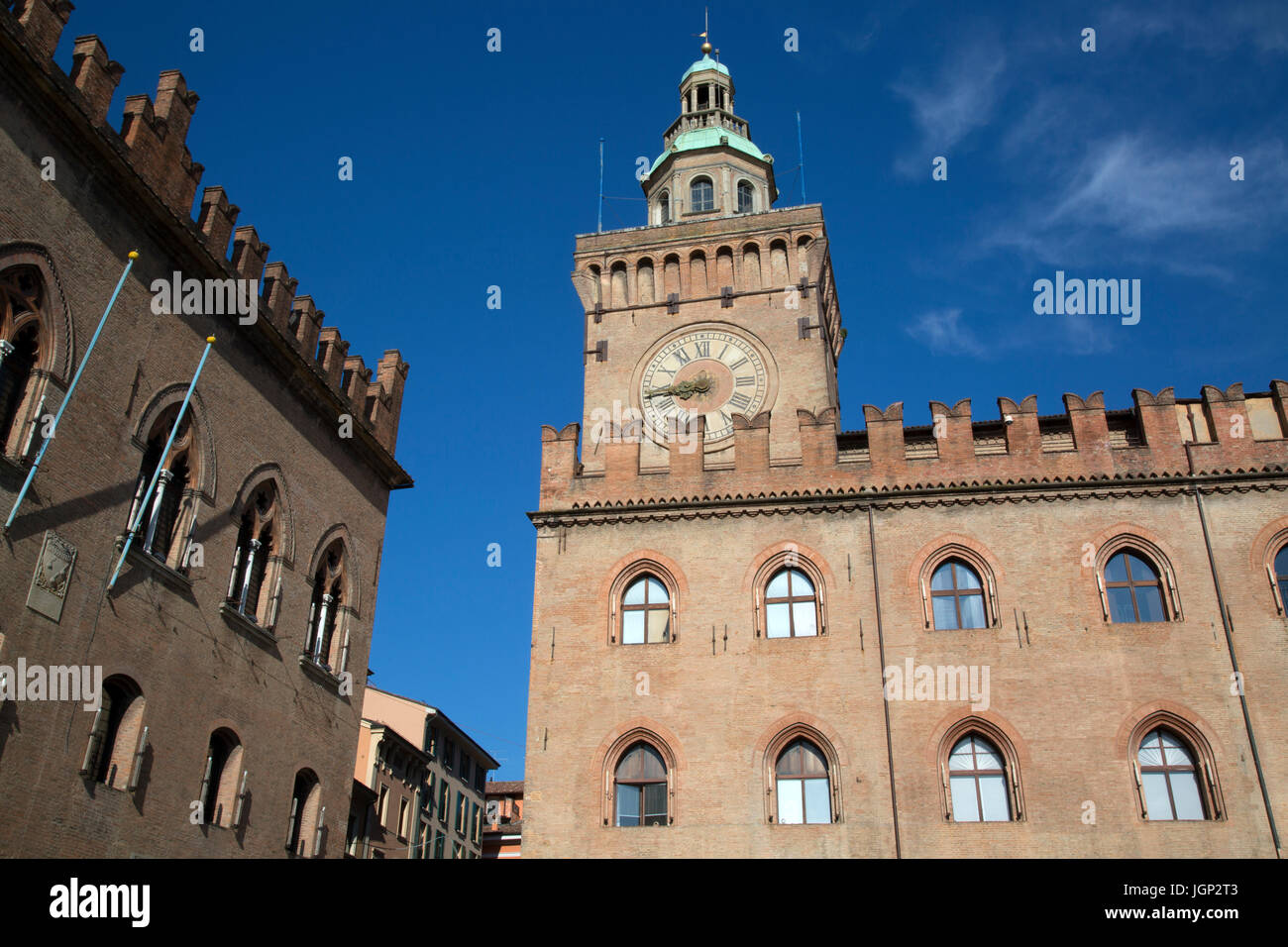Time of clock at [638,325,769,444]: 8:44
